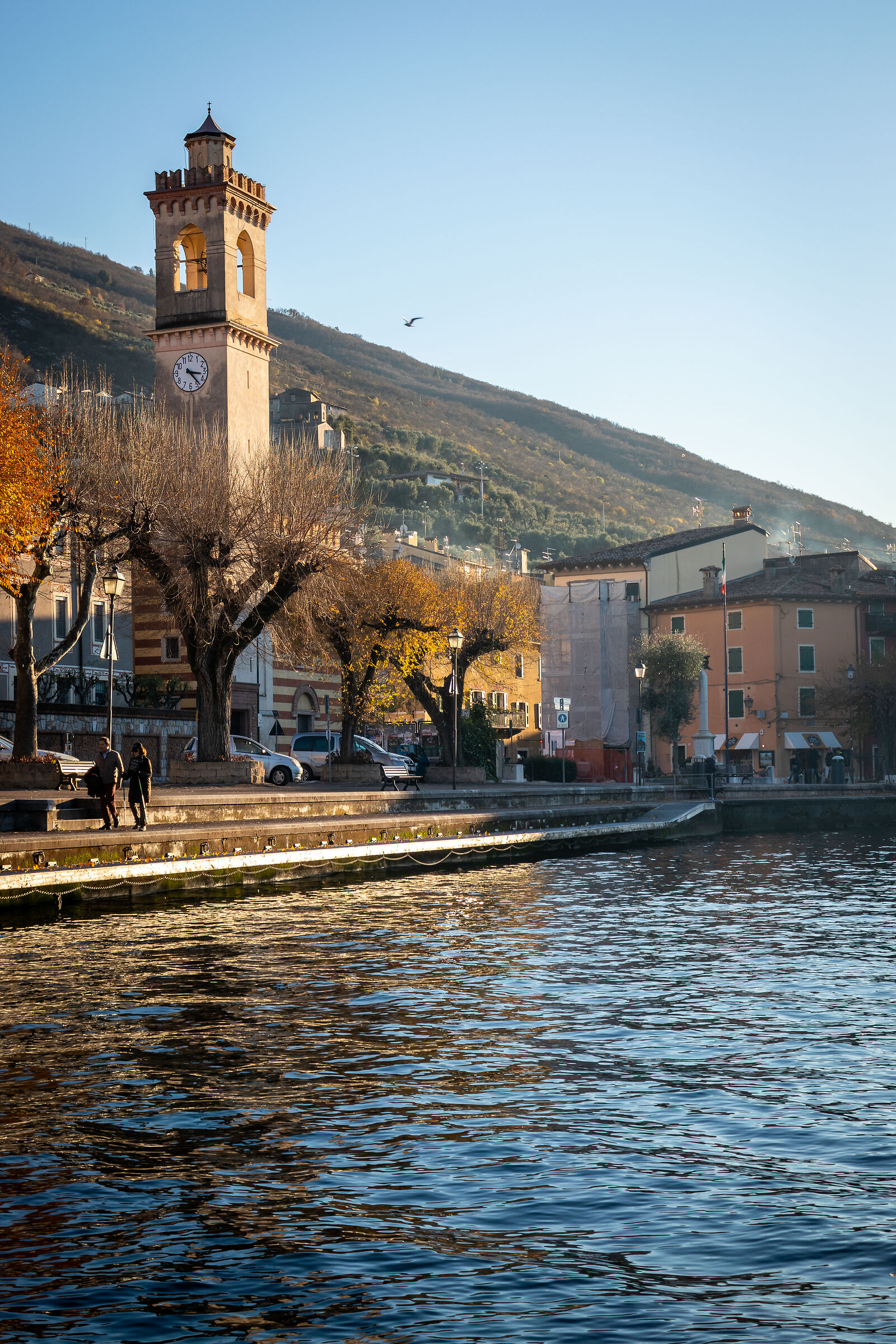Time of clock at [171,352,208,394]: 3:23
